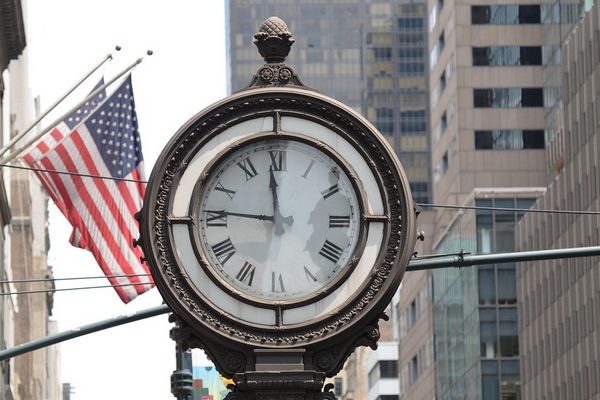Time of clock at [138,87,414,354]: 11:46
